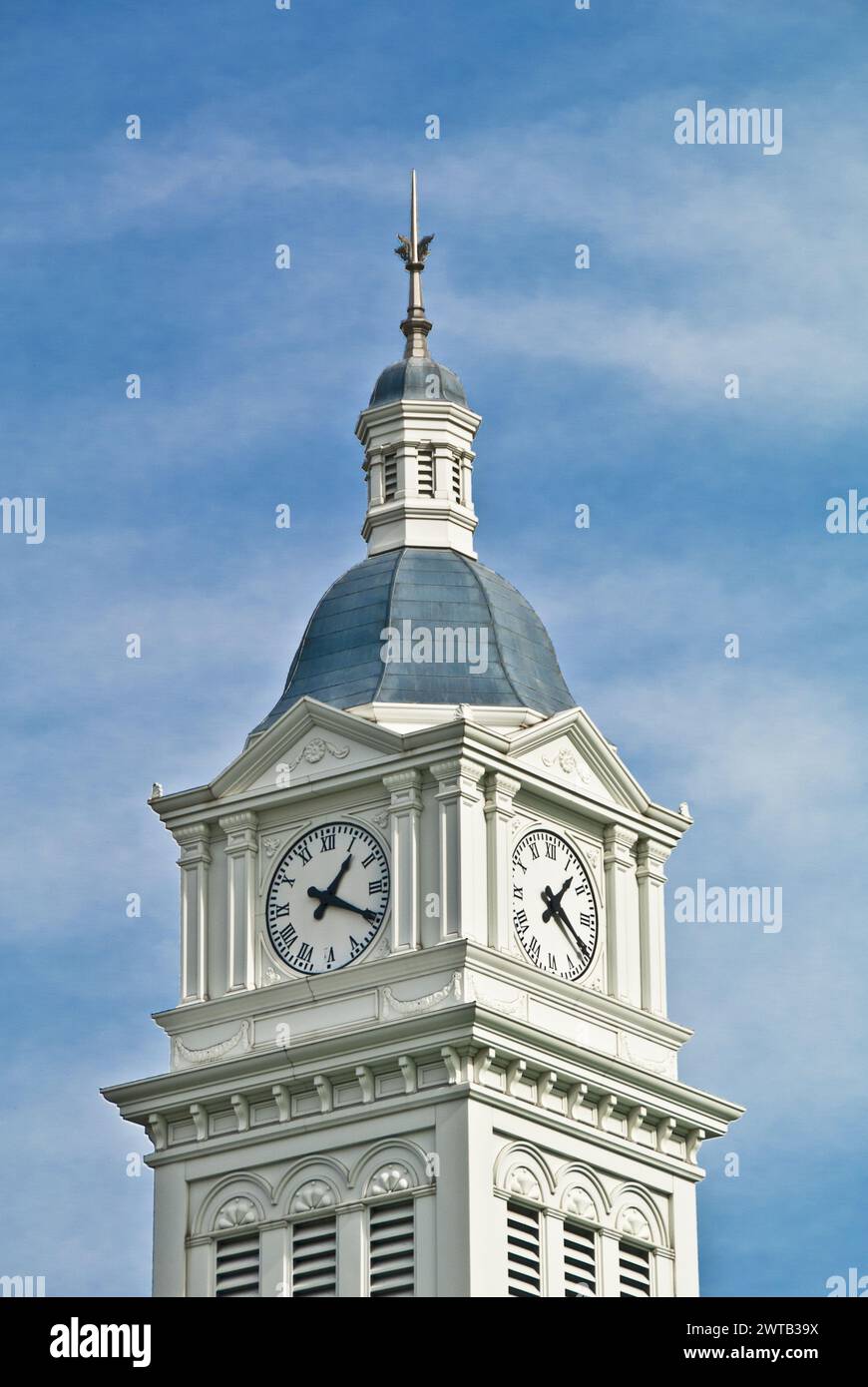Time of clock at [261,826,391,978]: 1:19
